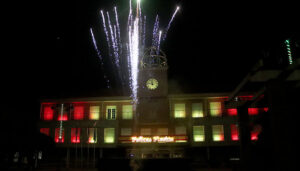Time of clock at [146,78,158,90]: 11:46
